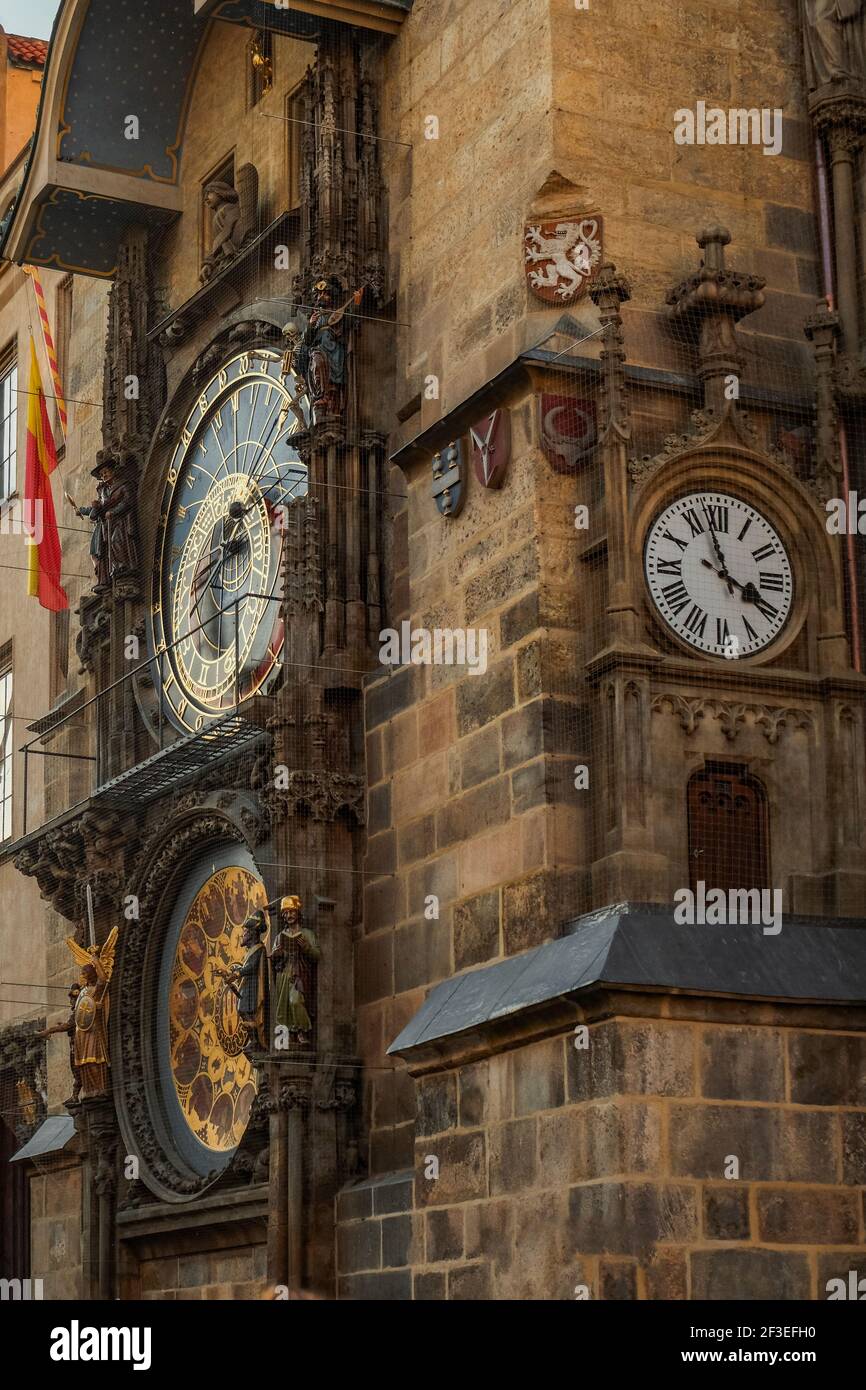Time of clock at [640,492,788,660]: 3:57
